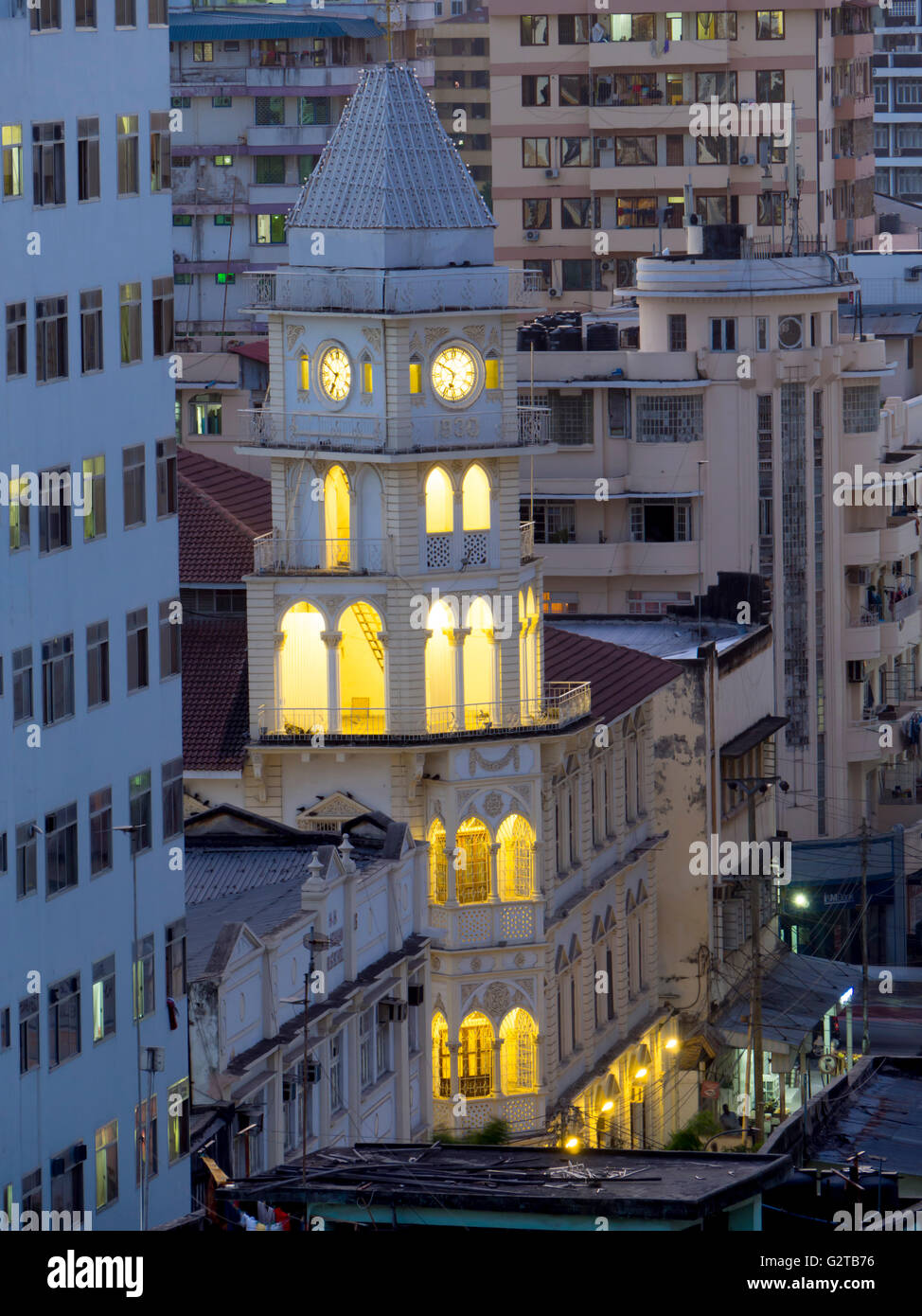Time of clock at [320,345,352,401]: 6:49
